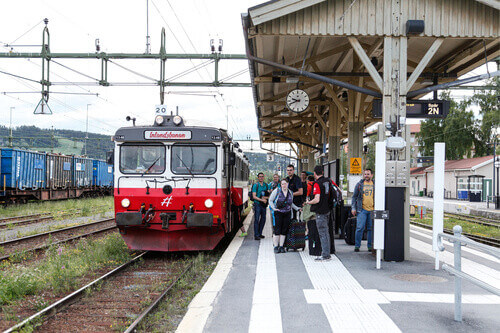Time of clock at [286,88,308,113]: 9:41
